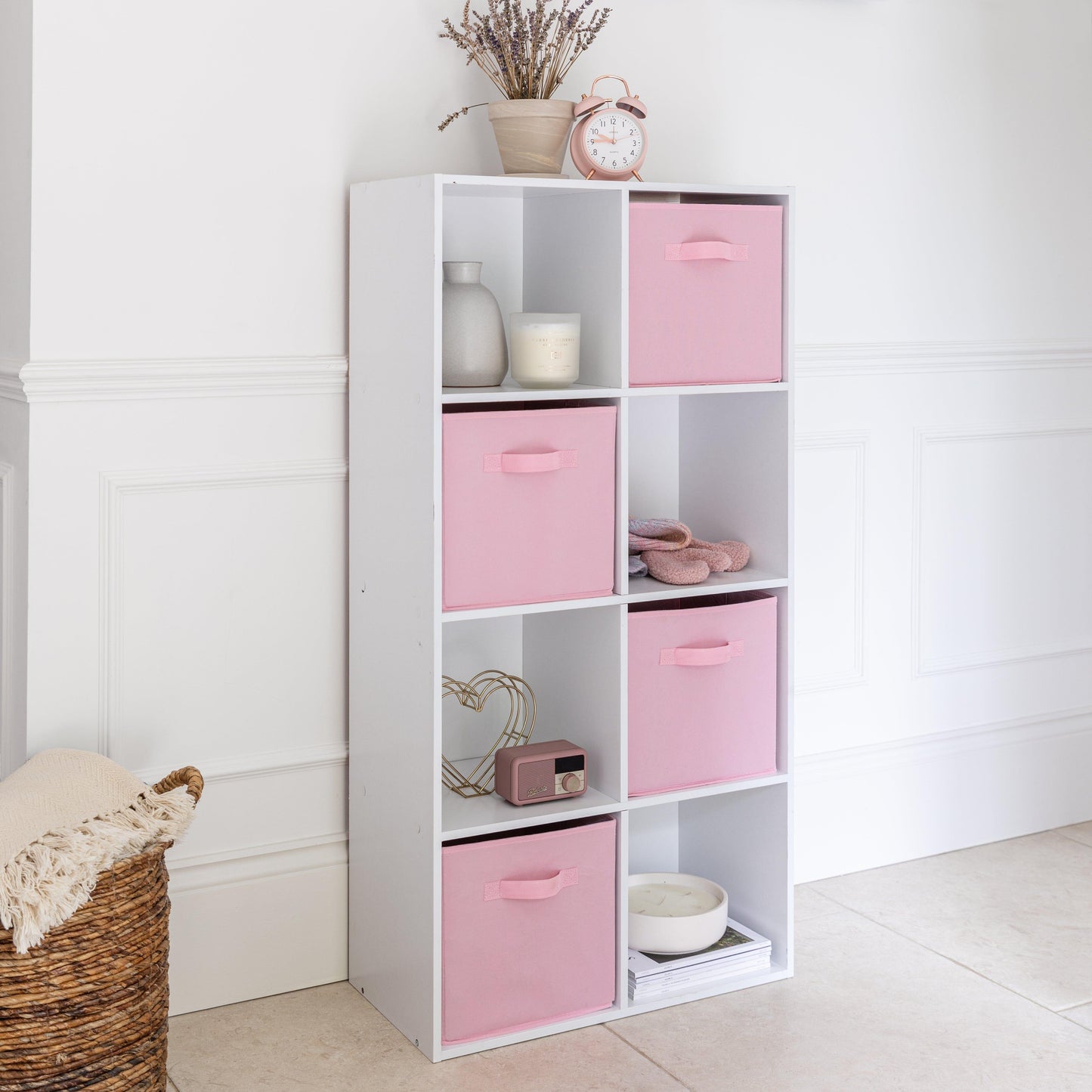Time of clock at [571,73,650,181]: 9:45
